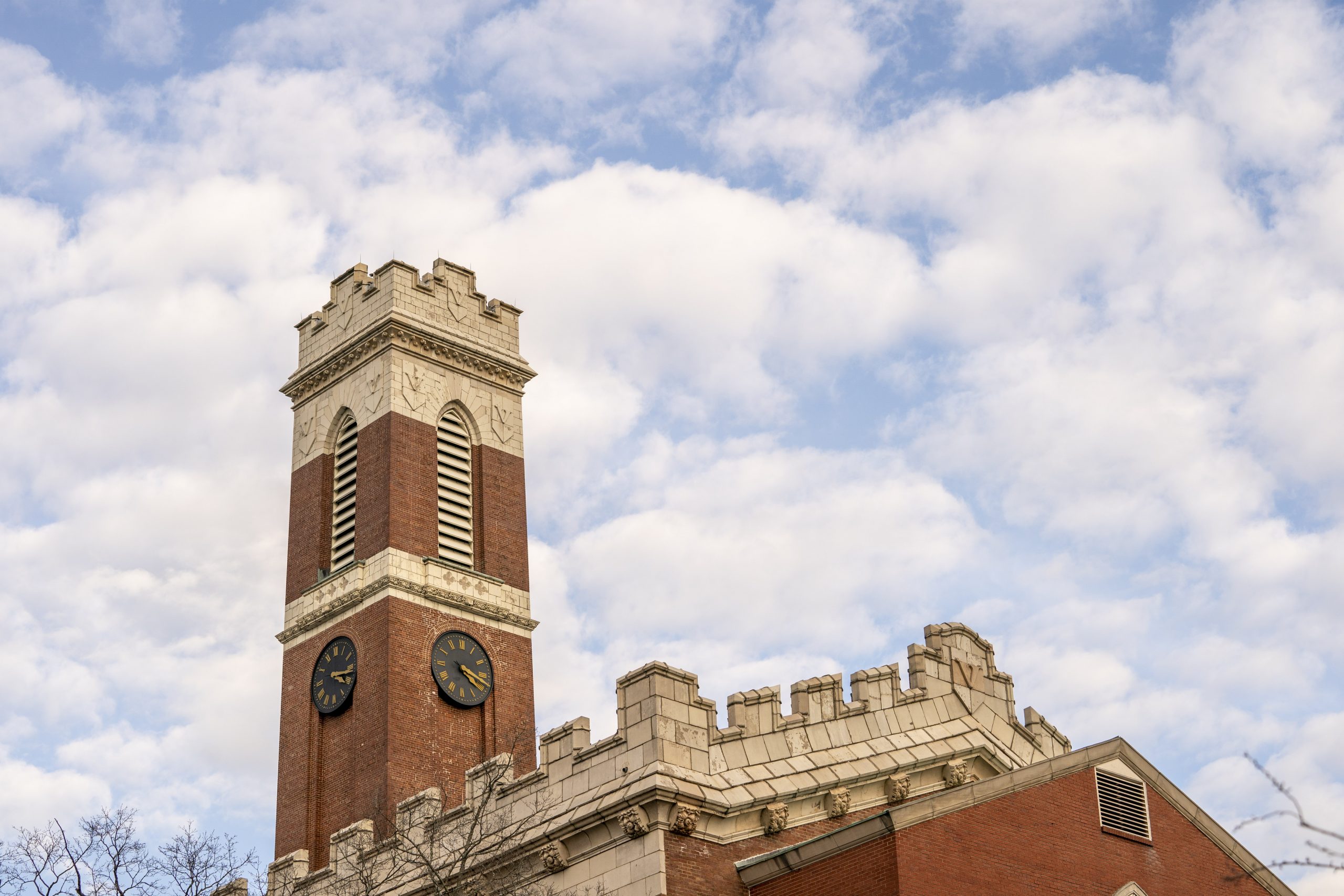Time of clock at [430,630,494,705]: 4:17
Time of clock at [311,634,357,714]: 4:16
